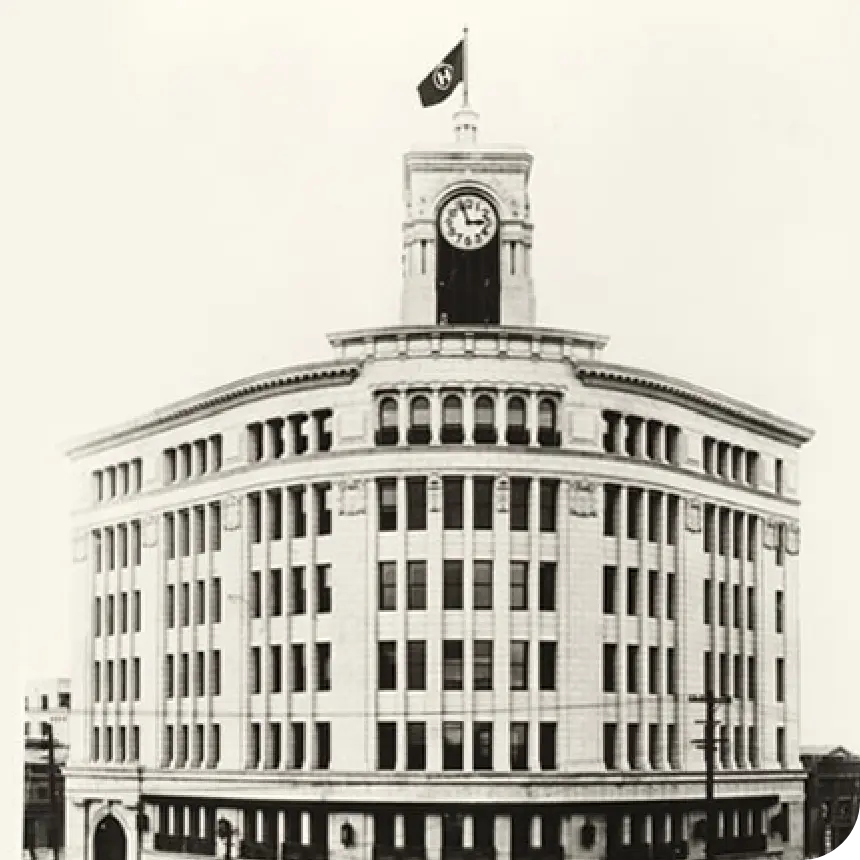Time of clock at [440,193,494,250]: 2:57
